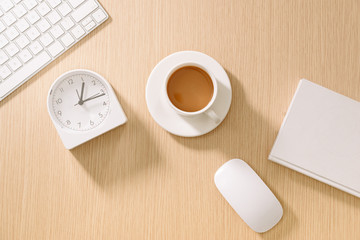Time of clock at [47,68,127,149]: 1:16
